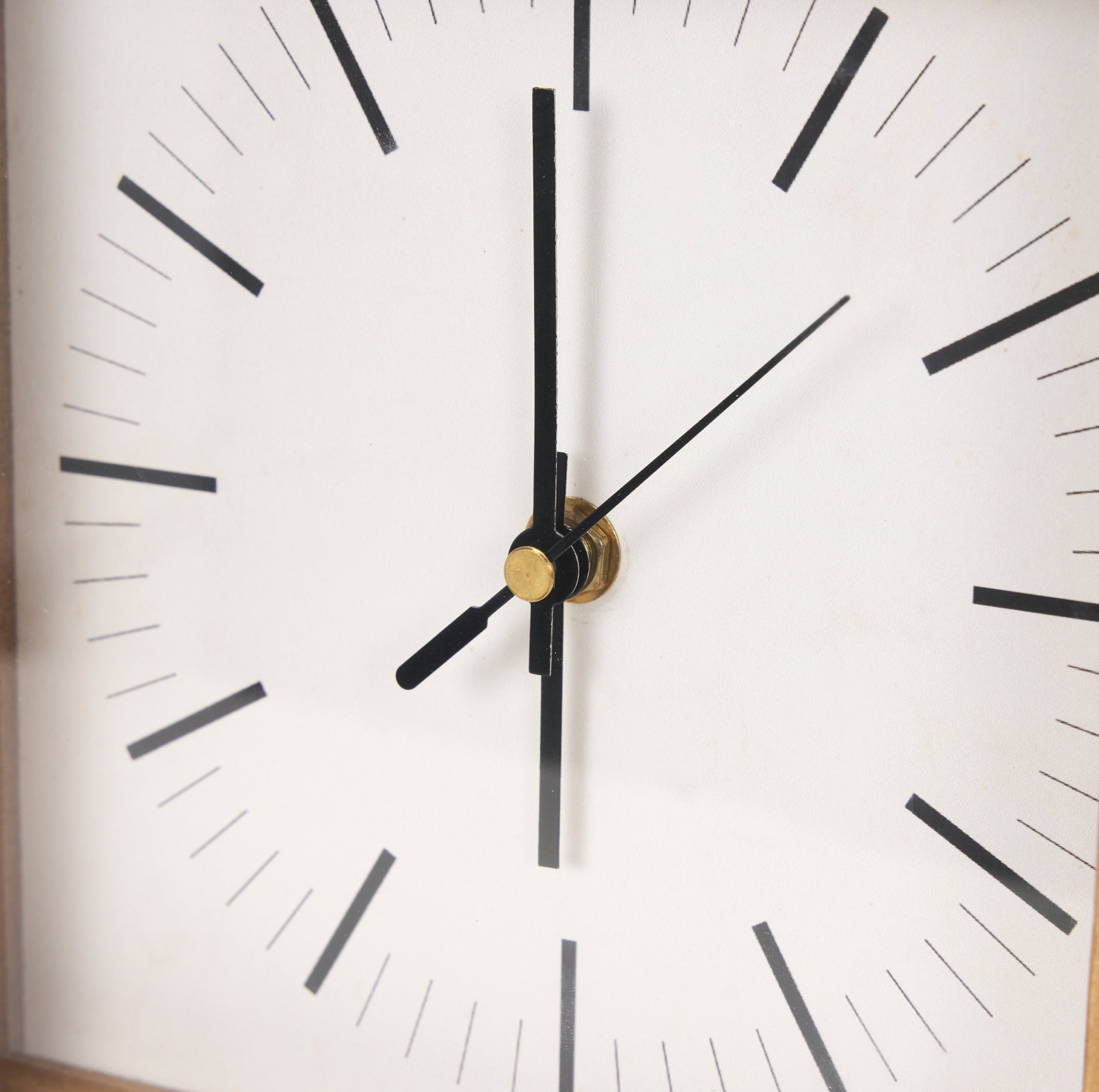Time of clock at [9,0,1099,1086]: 5:59
